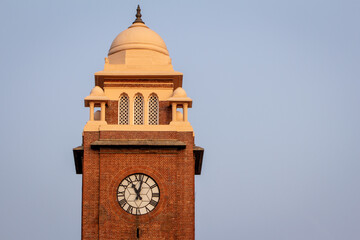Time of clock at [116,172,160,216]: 11:02
